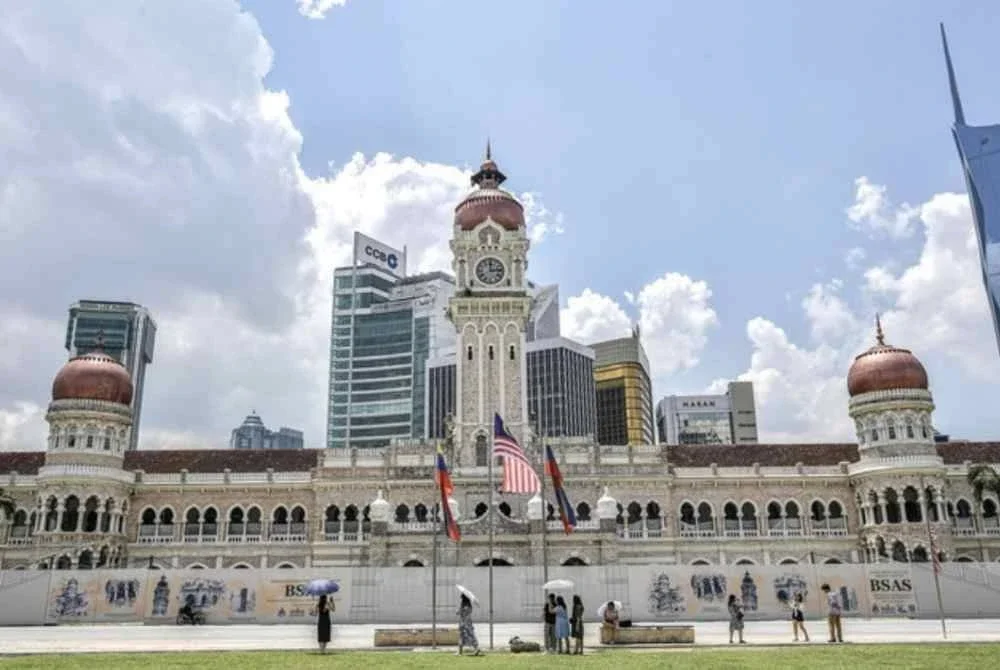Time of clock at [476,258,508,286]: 12:13
